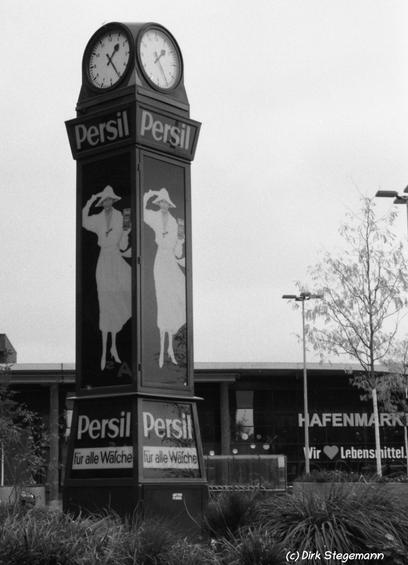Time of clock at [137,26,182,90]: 1:24
